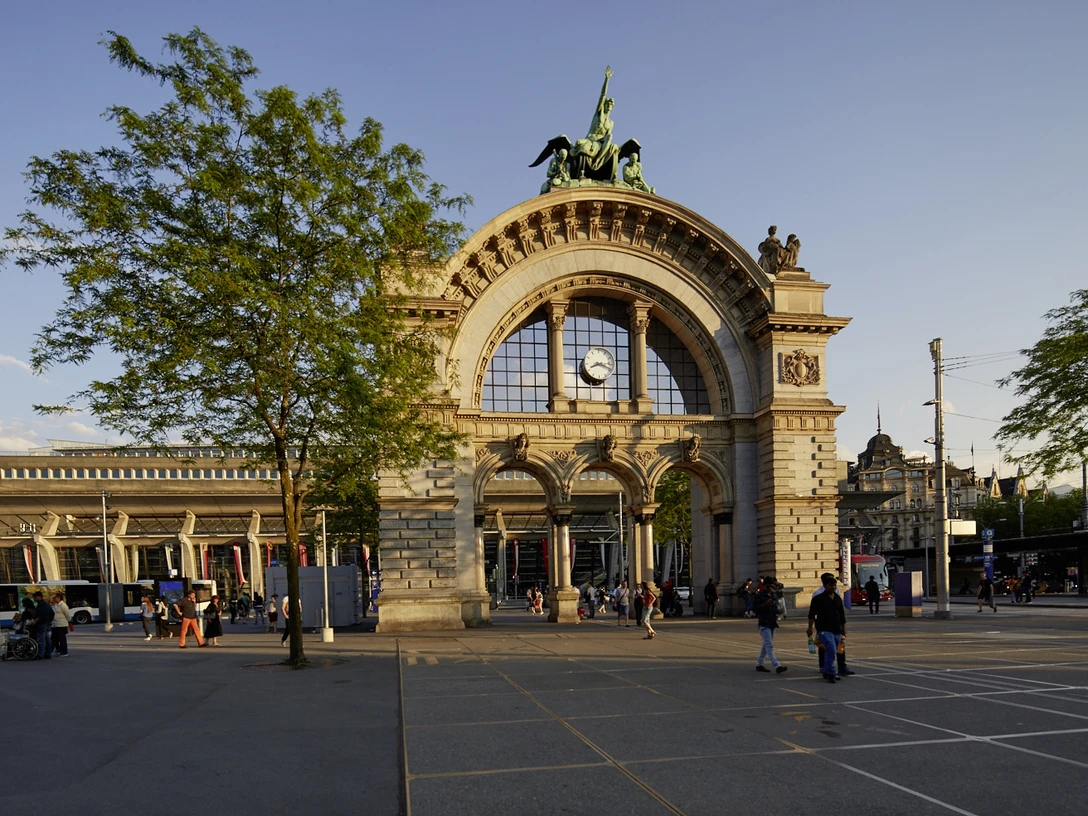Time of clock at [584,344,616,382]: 8:18
